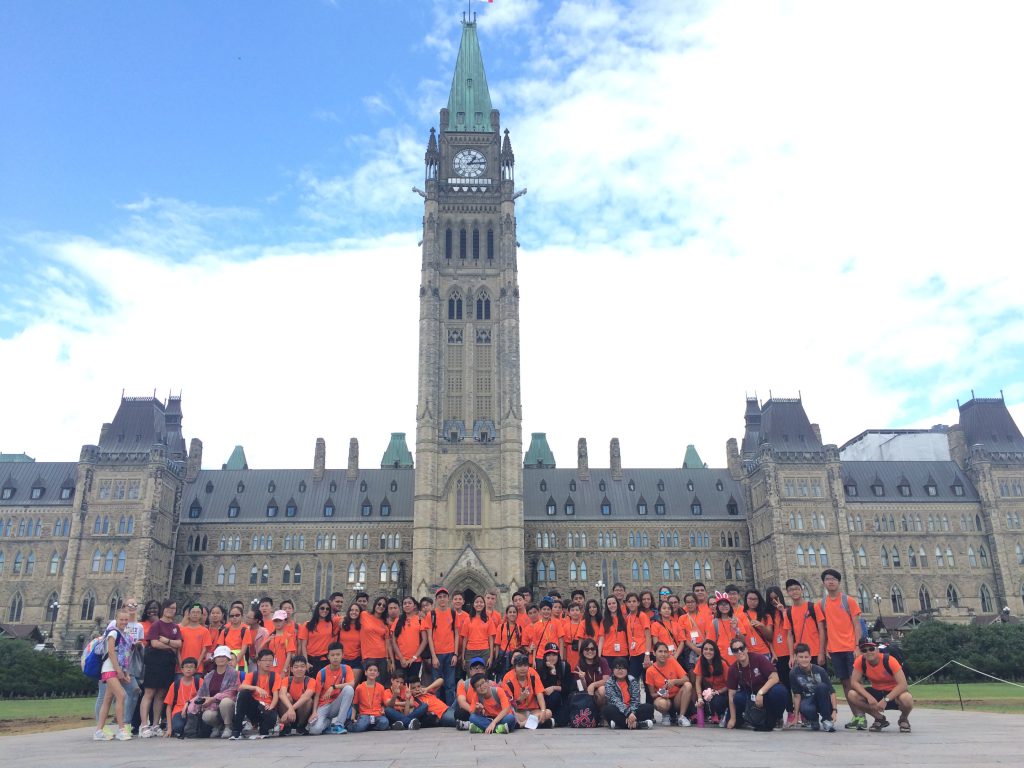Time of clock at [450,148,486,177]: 1:13
